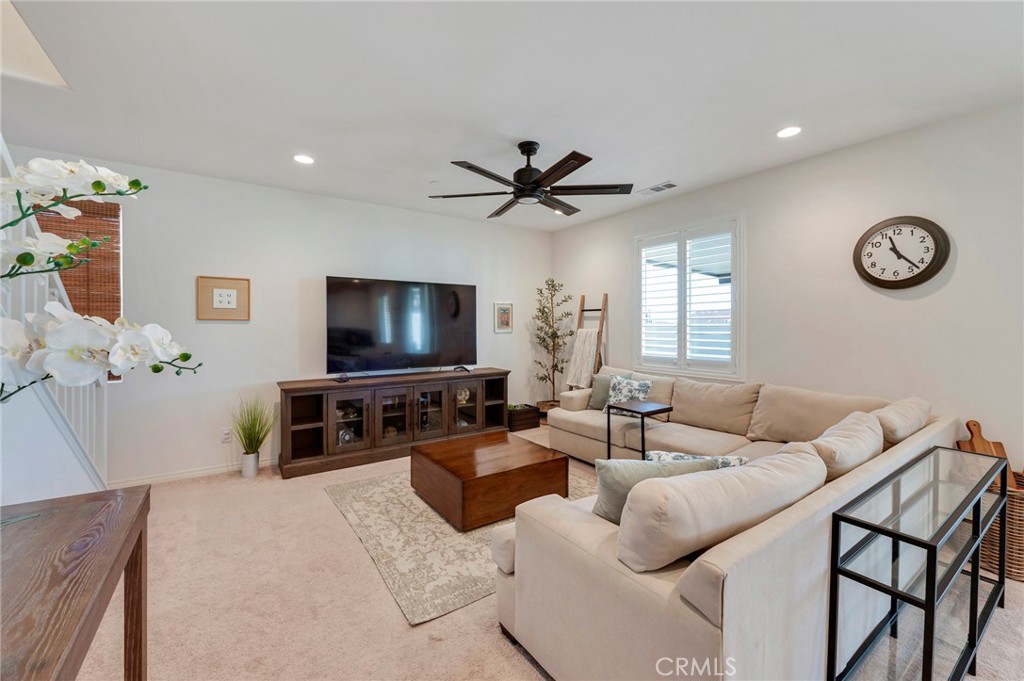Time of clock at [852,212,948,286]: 11:22
